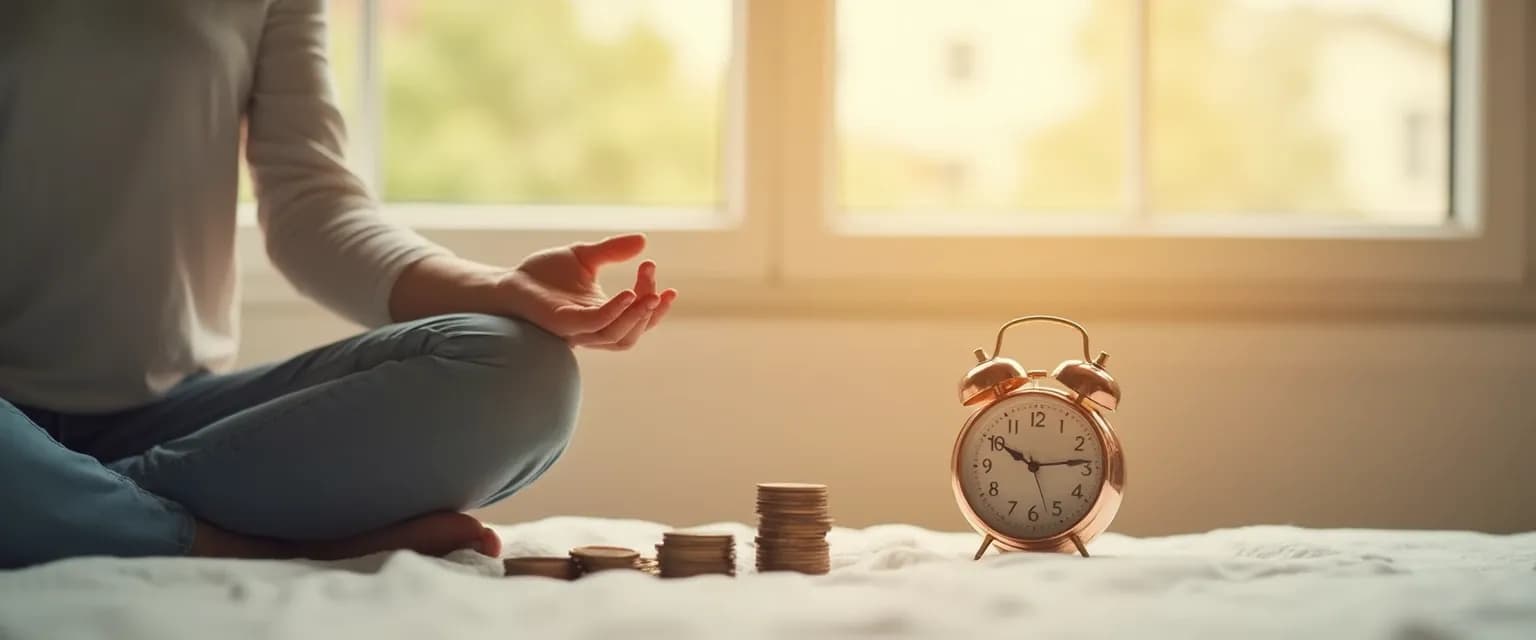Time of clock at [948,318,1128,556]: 10:13
